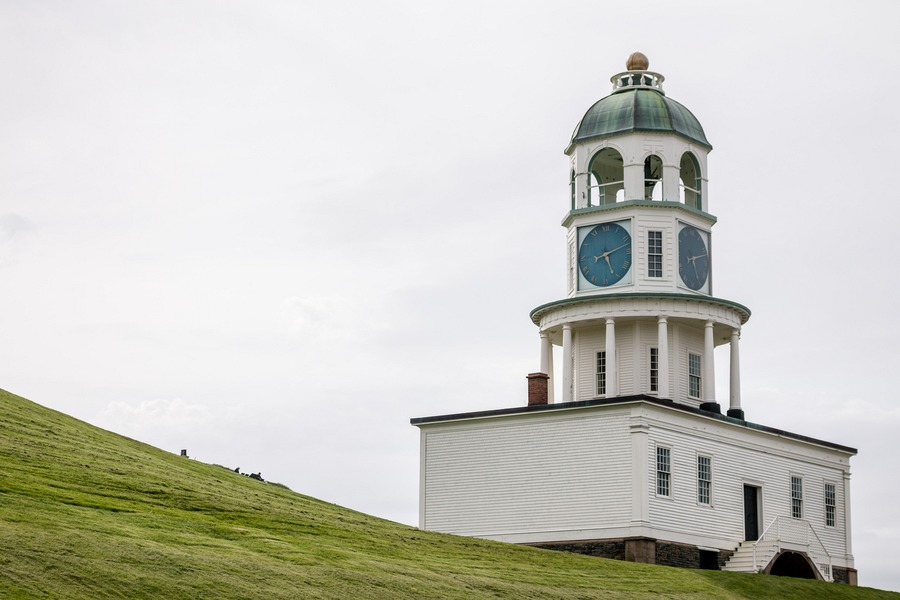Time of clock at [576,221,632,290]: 5:12
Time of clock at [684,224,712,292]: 5:12
